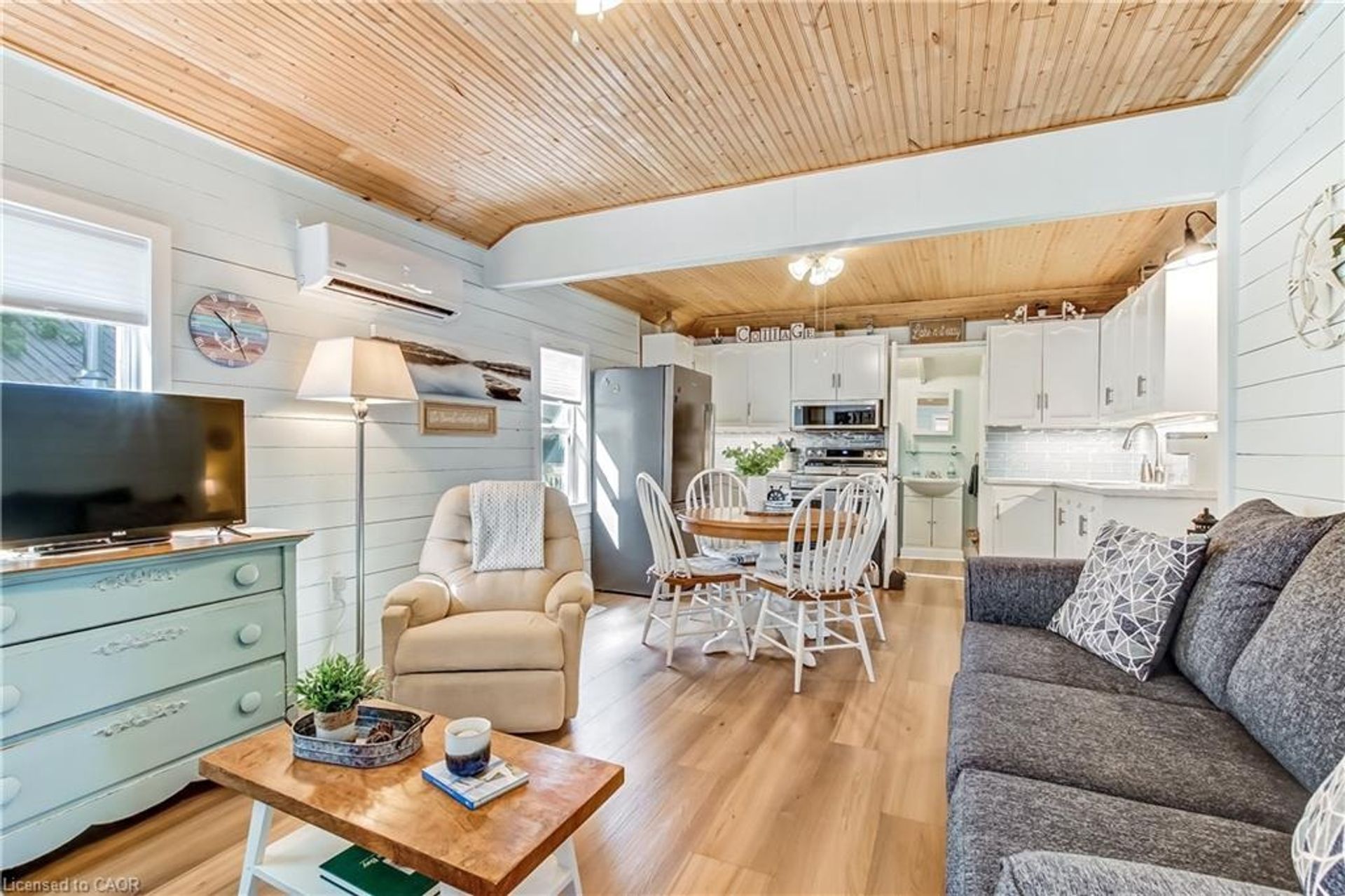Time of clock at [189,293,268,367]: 10:25
